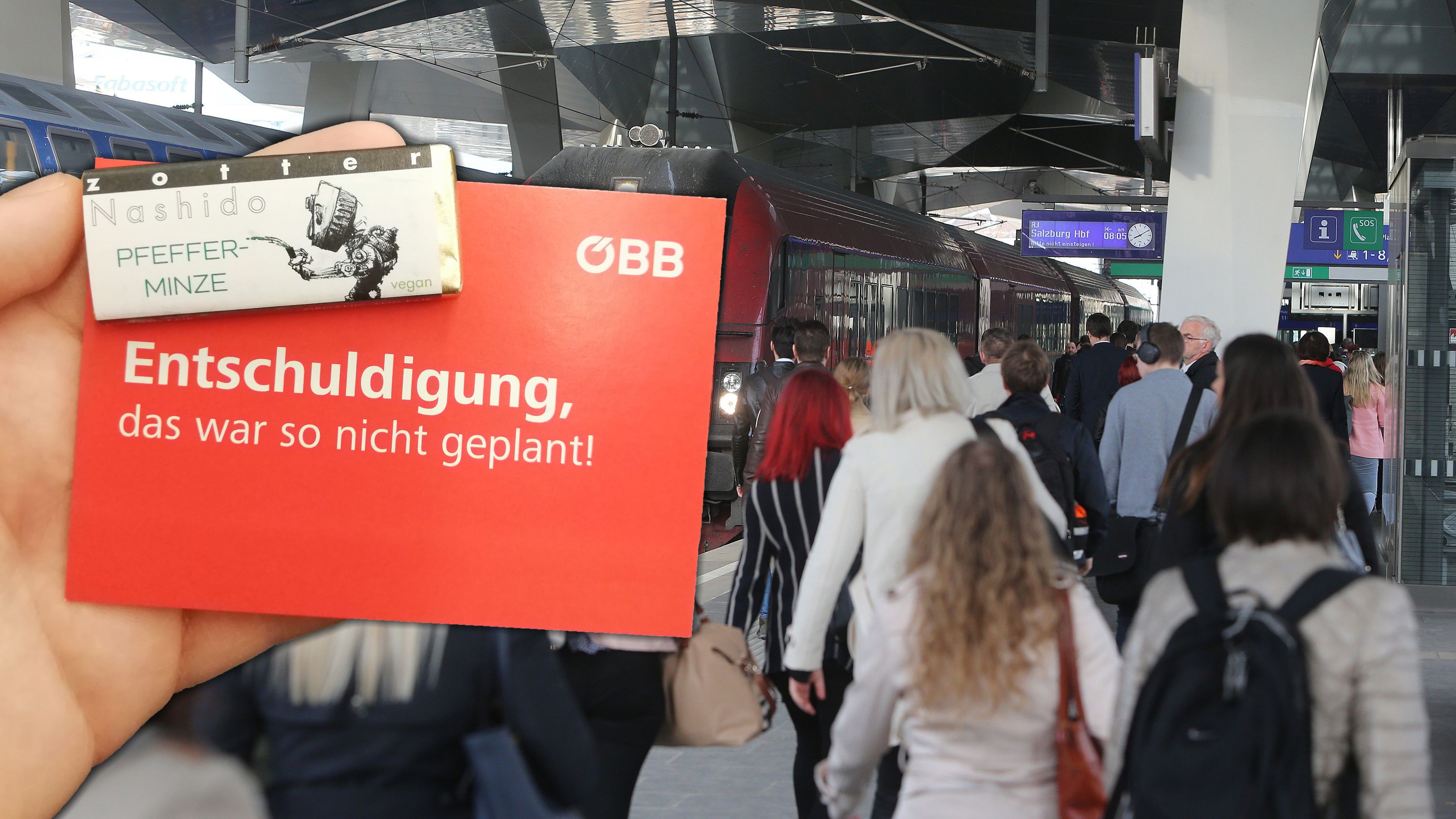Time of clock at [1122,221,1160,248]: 8:09
